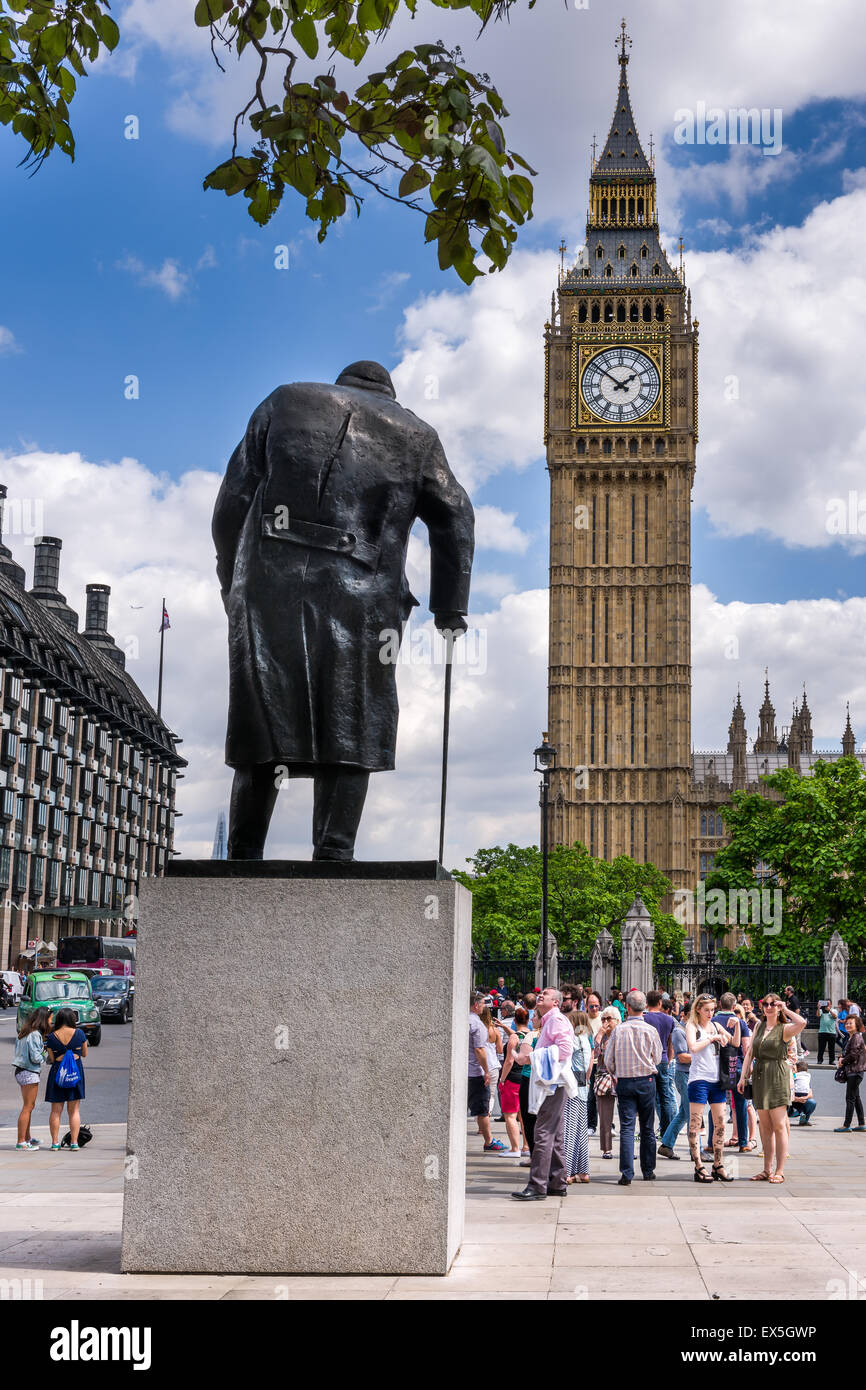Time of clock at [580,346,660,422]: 1:51
